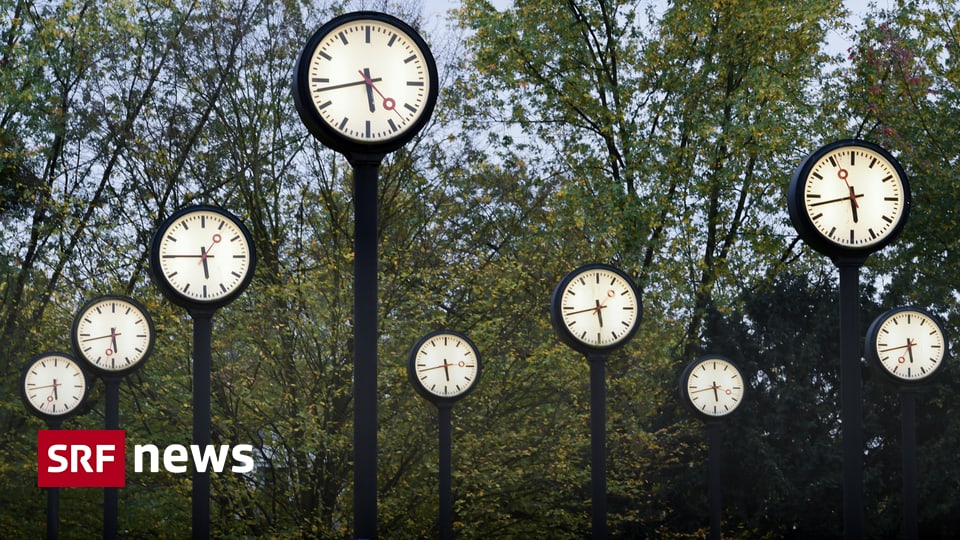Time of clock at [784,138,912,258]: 5:42
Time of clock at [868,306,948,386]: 5:42
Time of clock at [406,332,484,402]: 5:42
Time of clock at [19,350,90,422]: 5:43
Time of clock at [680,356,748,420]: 5:42
